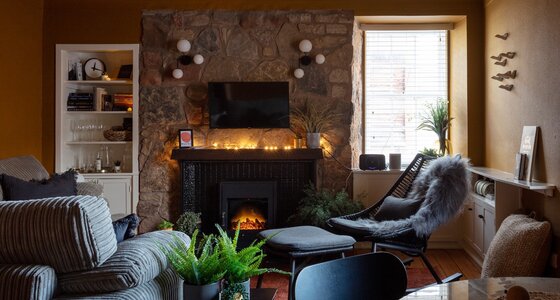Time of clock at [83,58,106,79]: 12:18
